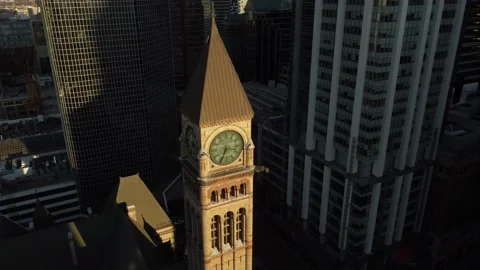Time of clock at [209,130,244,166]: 3:33
